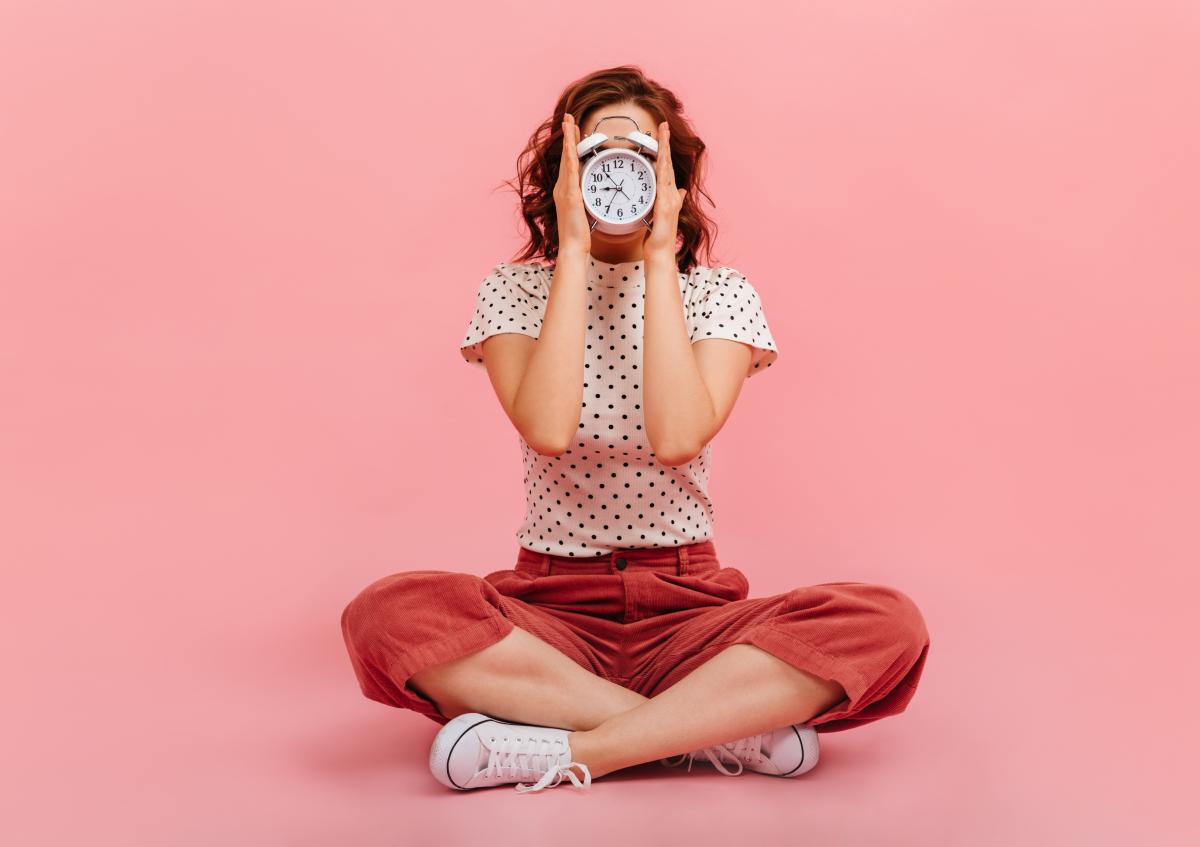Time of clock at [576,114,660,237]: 8:53
